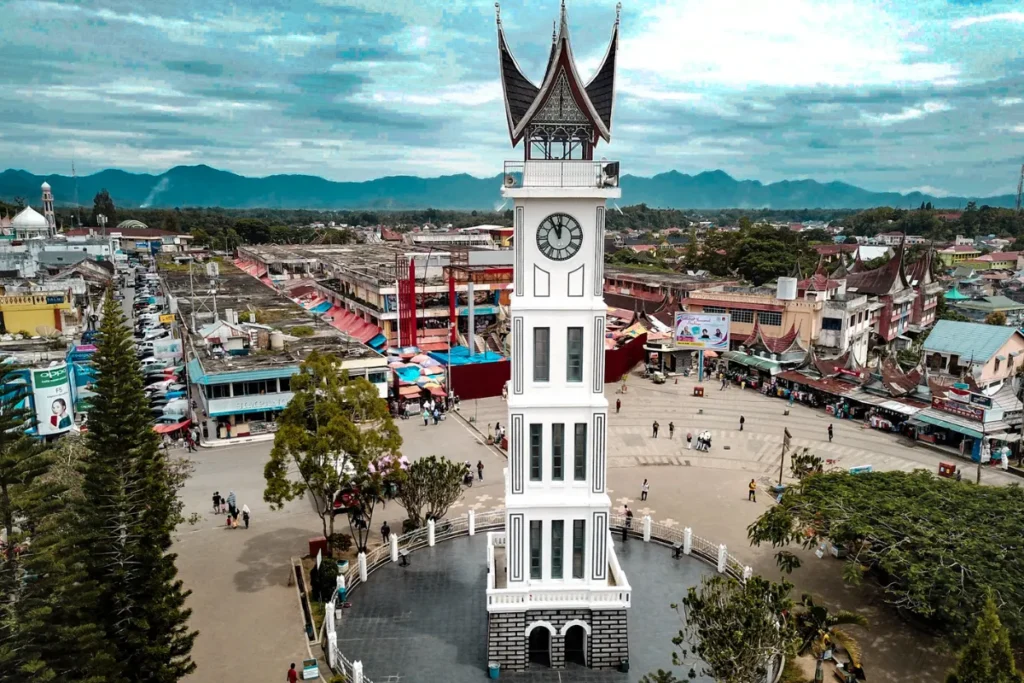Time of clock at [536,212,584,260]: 11:55
